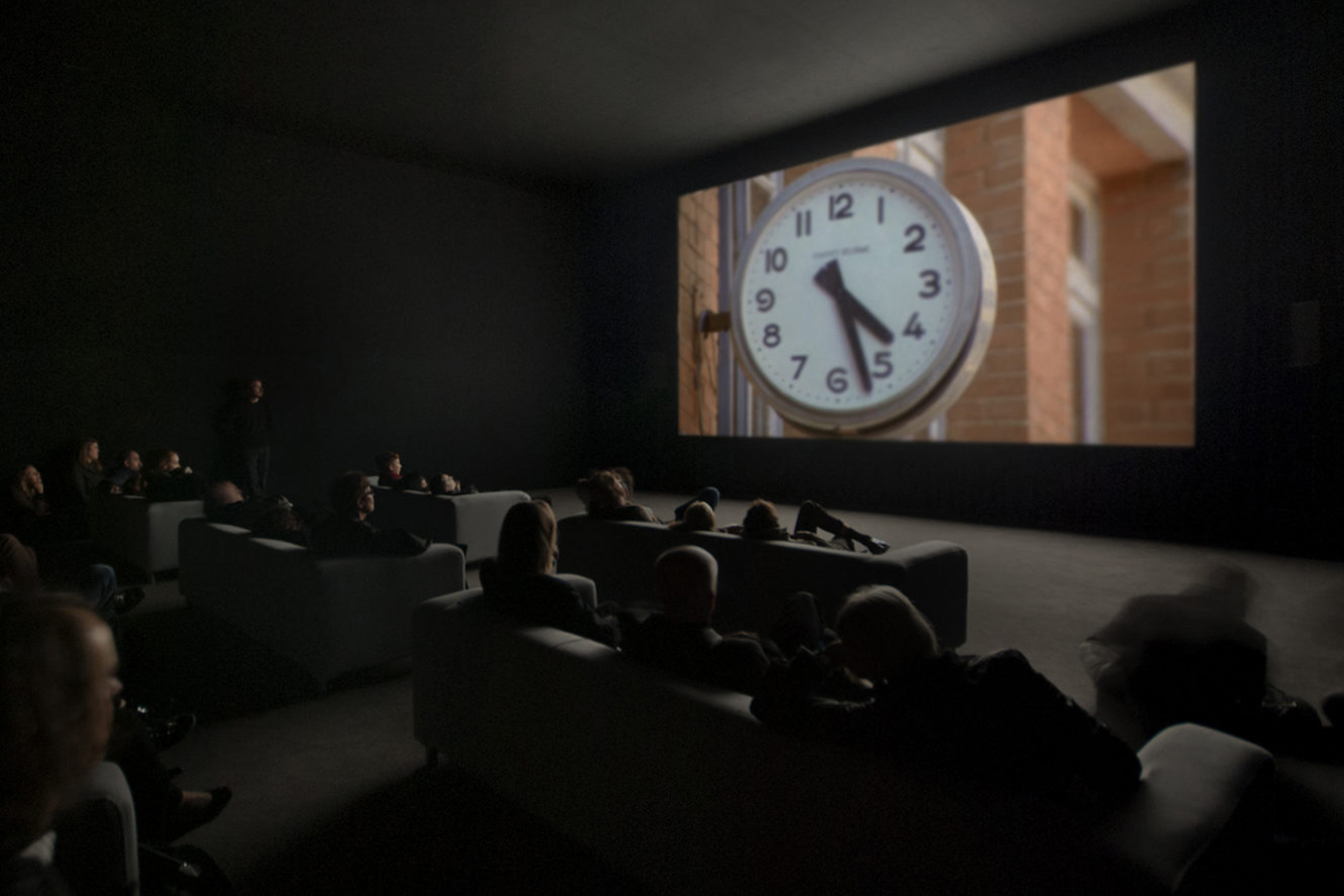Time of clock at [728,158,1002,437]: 4:27
